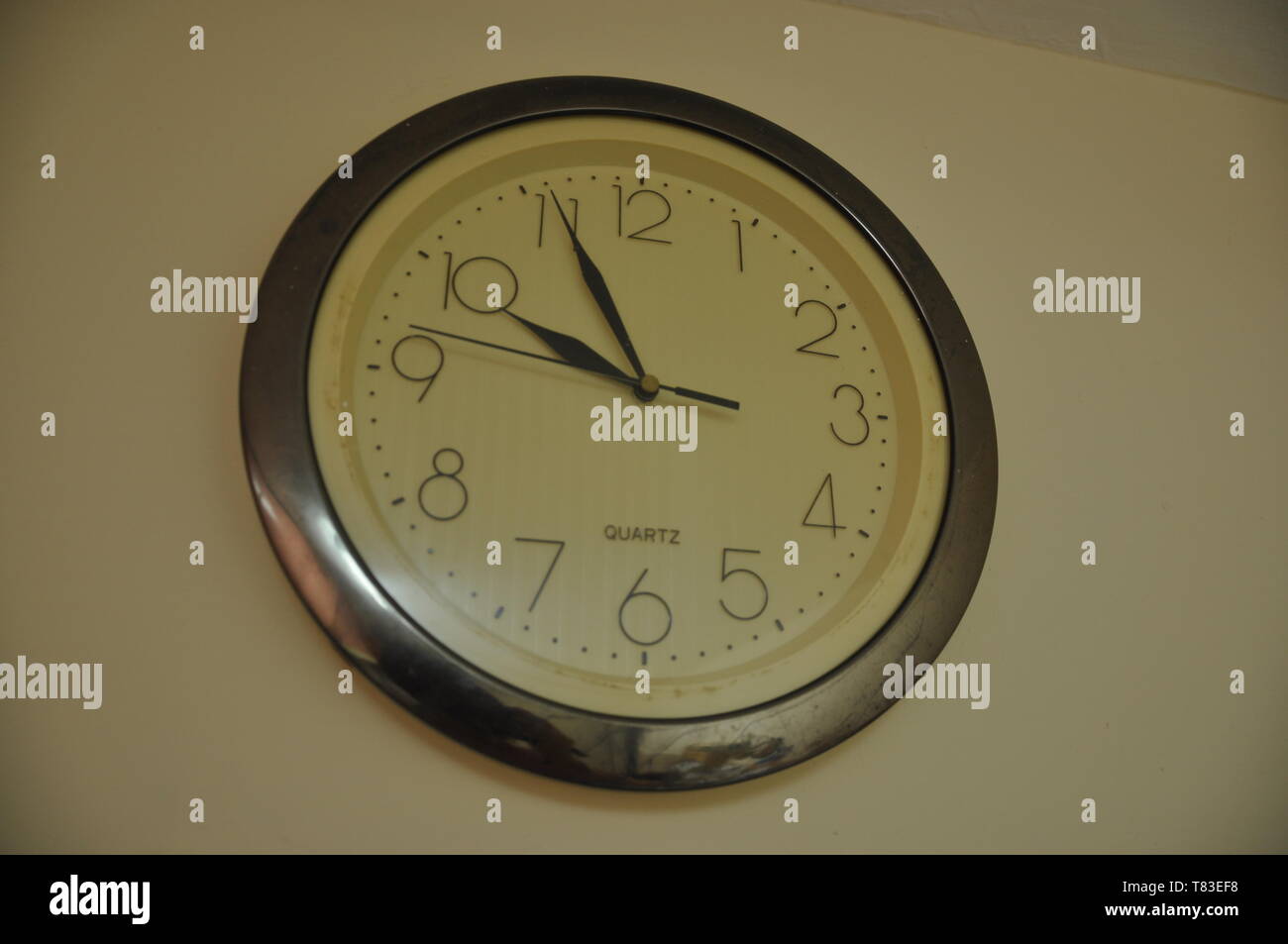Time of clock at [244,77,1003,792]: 9:55
